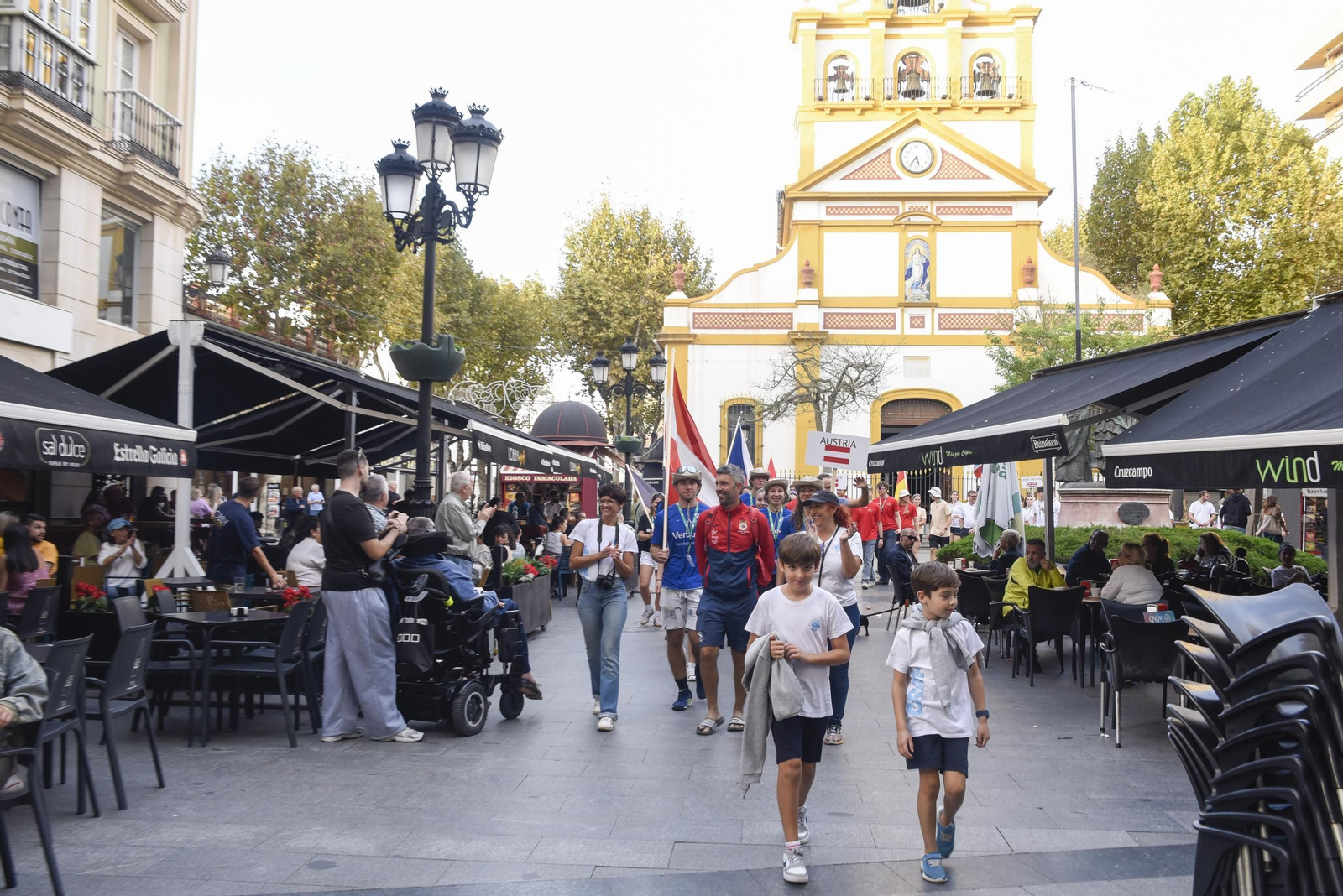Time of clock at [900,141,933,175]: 5:36
